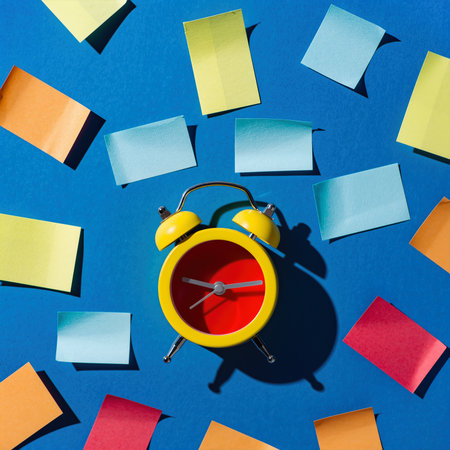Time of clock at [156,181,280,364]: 9:14
